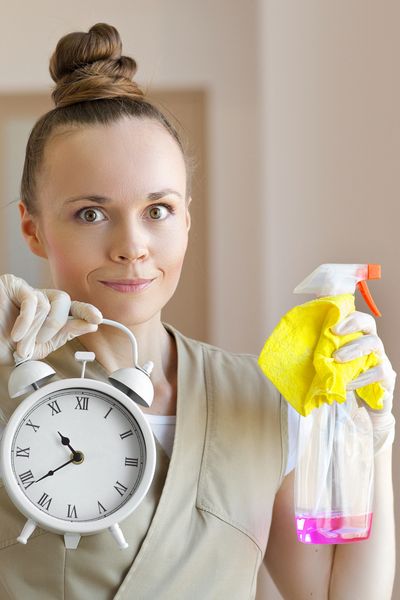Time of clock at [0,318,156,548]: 10:38
